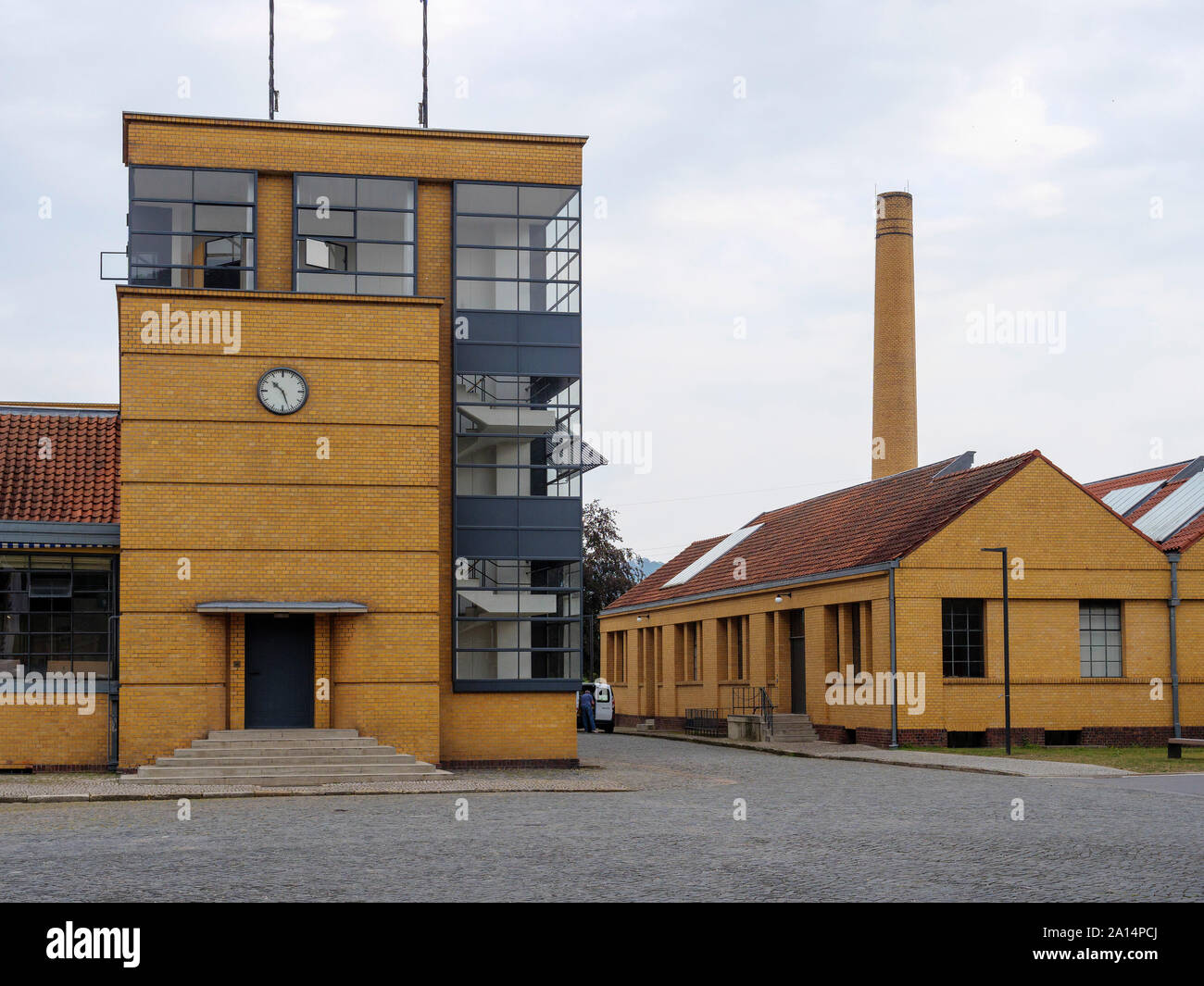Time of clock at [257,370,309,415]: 10:26
